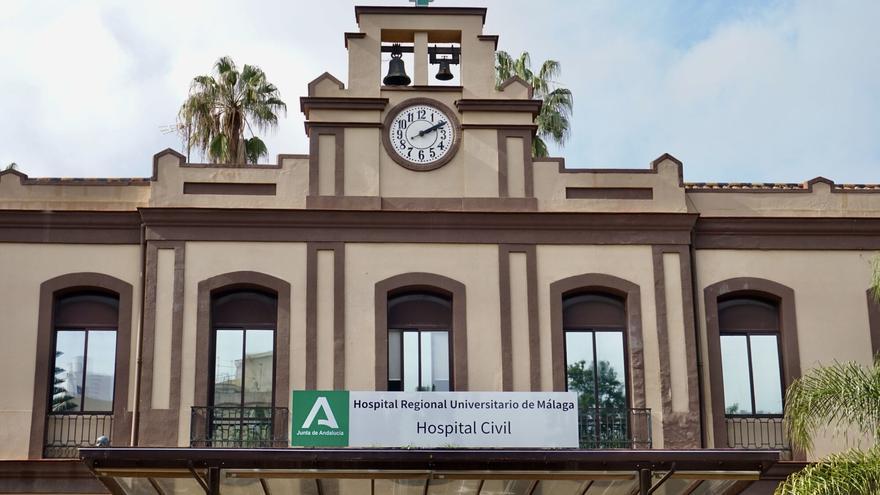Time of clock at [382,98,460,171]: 2:10
